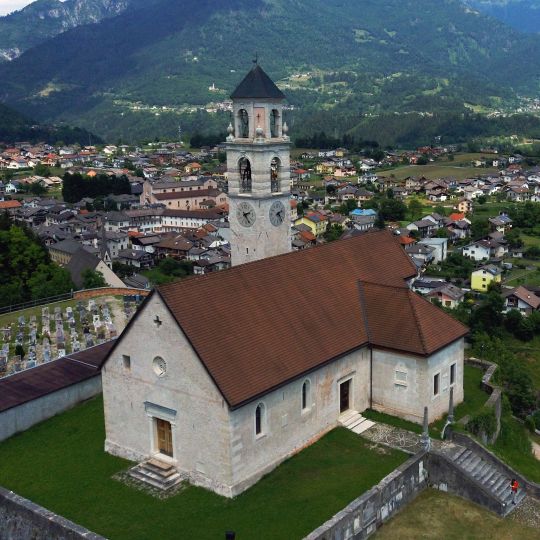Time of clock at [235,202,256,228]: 2:25
